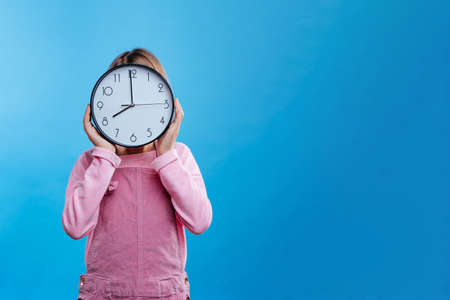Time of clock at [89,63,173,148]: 7:59
